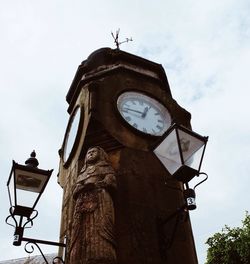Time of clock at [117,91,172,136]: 12:46
